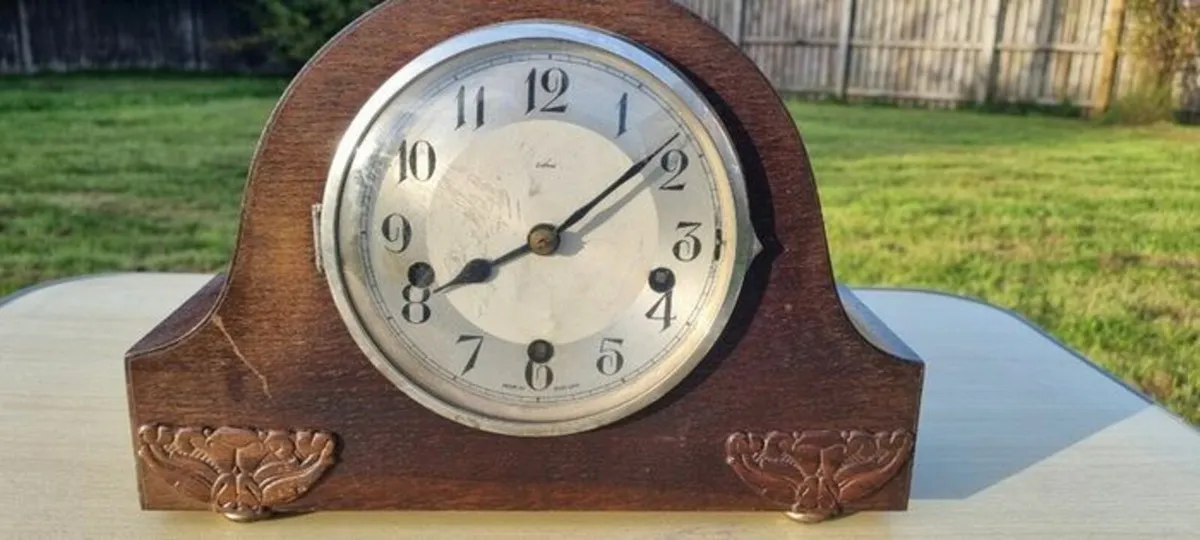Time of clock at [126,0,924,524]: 8:08
